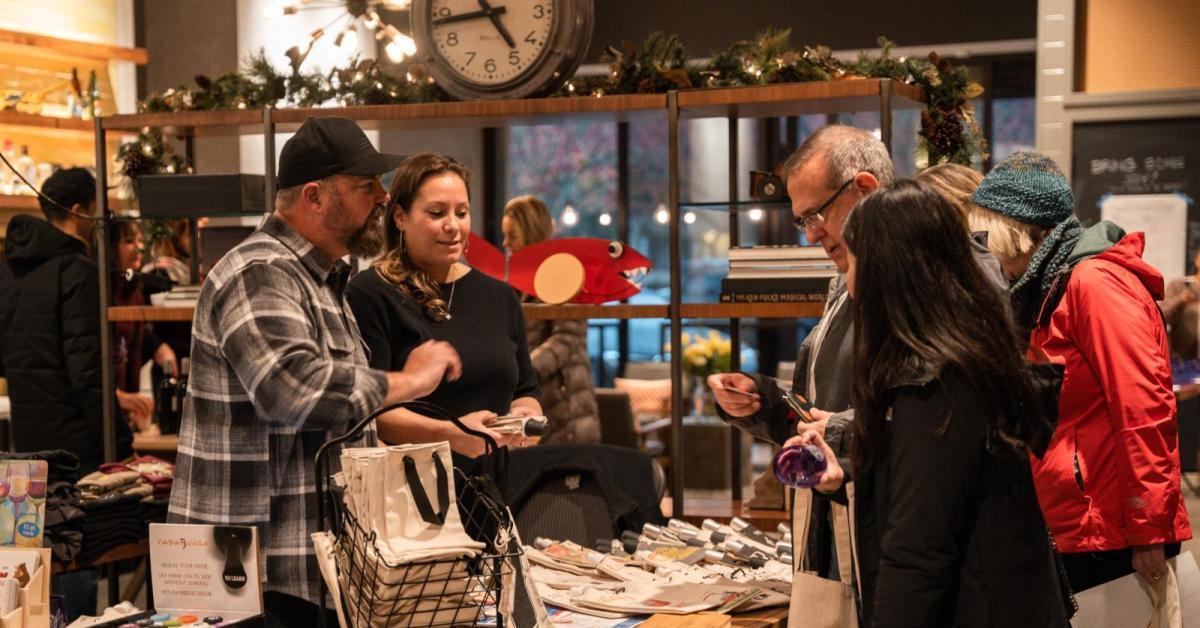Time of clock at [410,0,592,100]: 4:43
